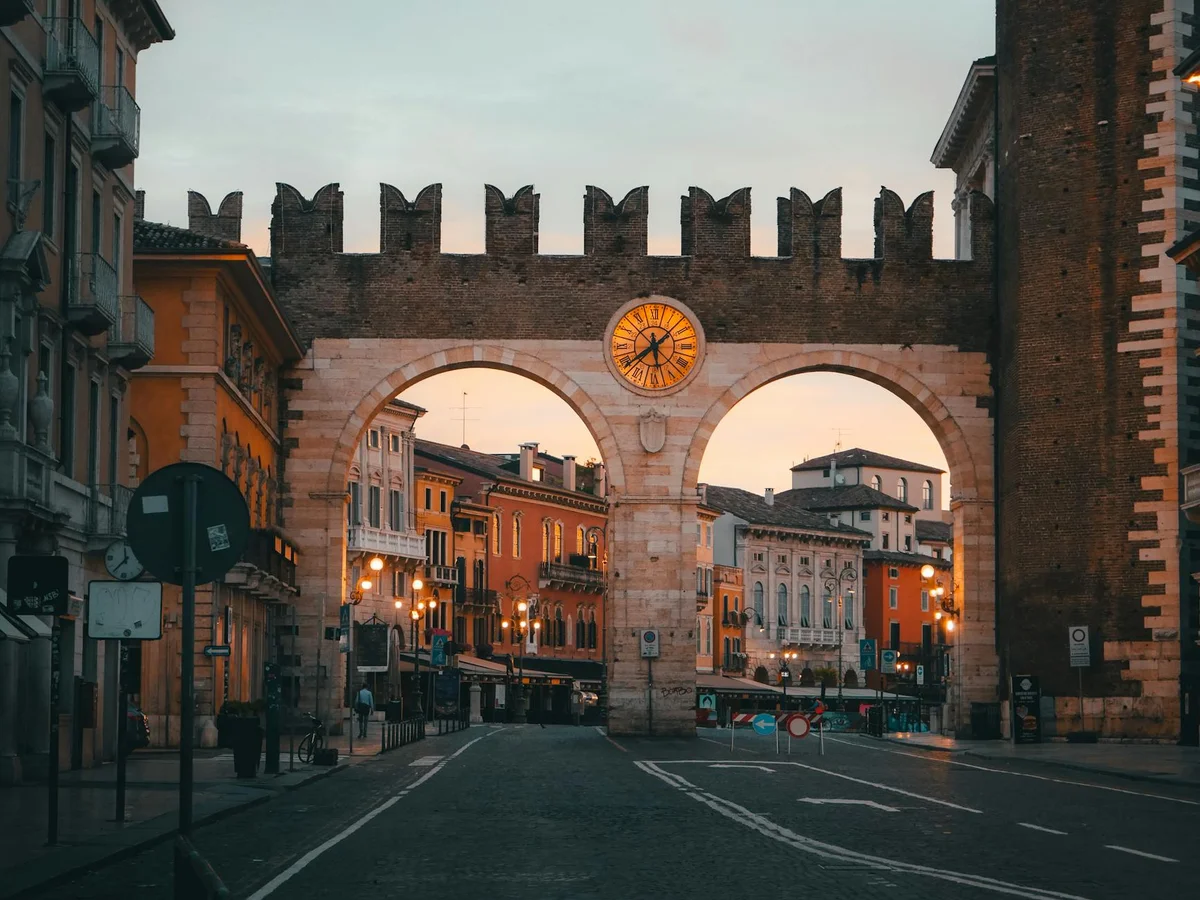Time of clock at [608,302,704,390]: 5:39
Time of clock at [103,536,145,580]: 11:36
